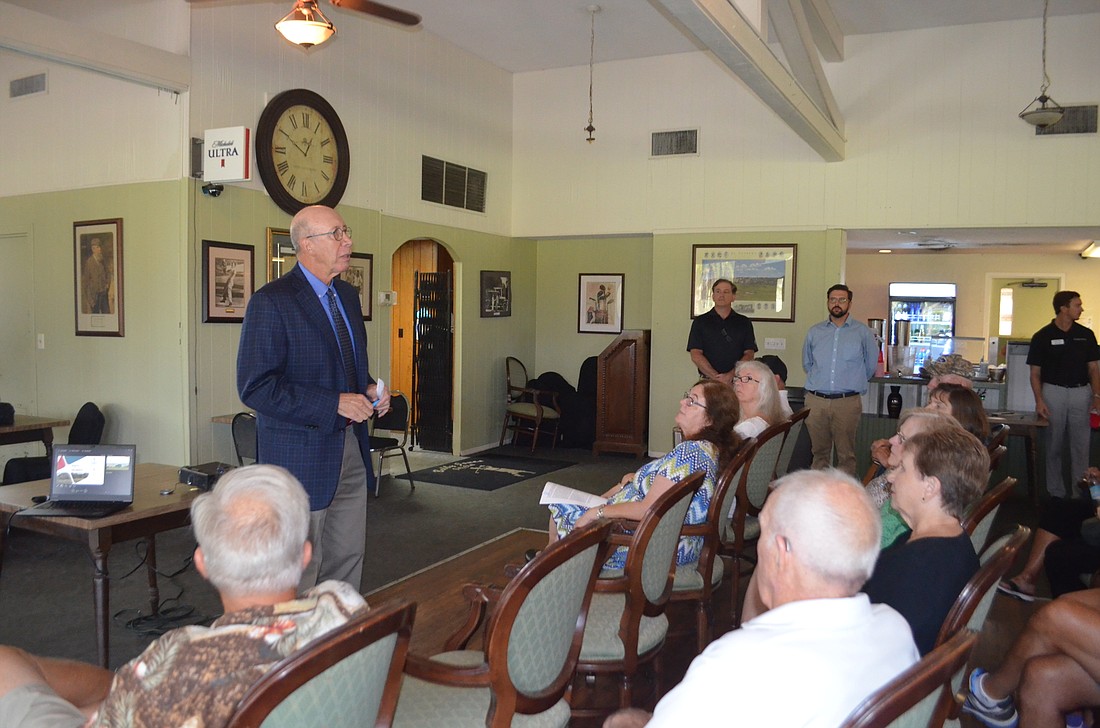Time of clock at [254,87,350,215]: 12:50
